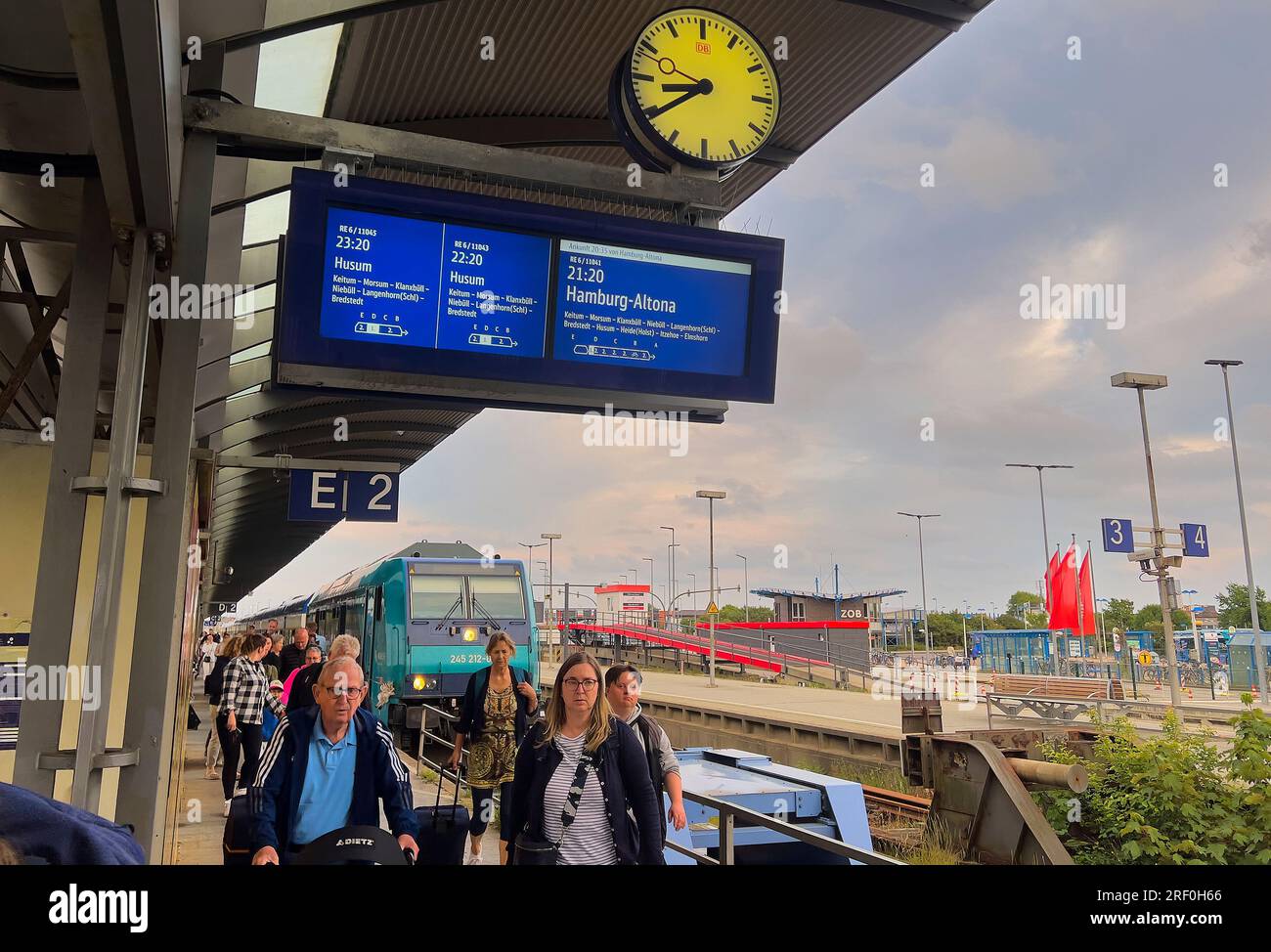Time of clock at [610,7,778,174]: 8:39
